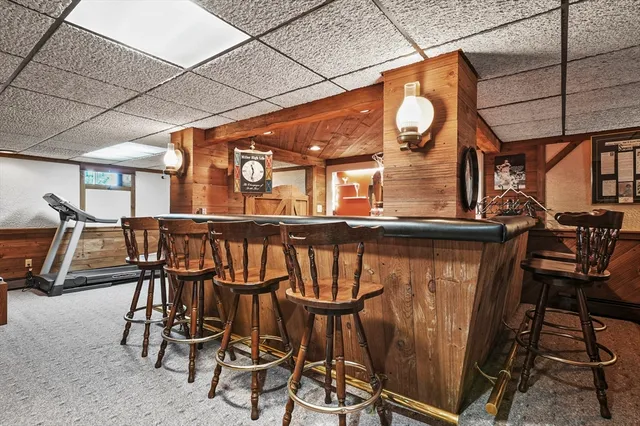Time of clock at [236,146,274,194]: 11:32
